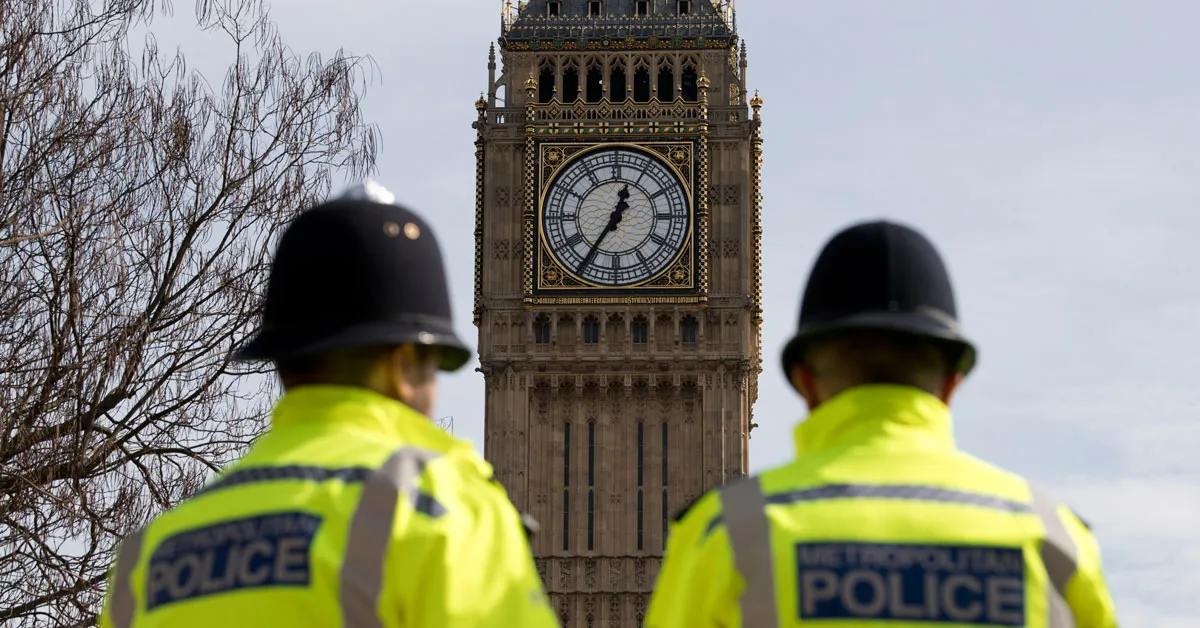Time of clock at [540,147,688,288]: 12:35
